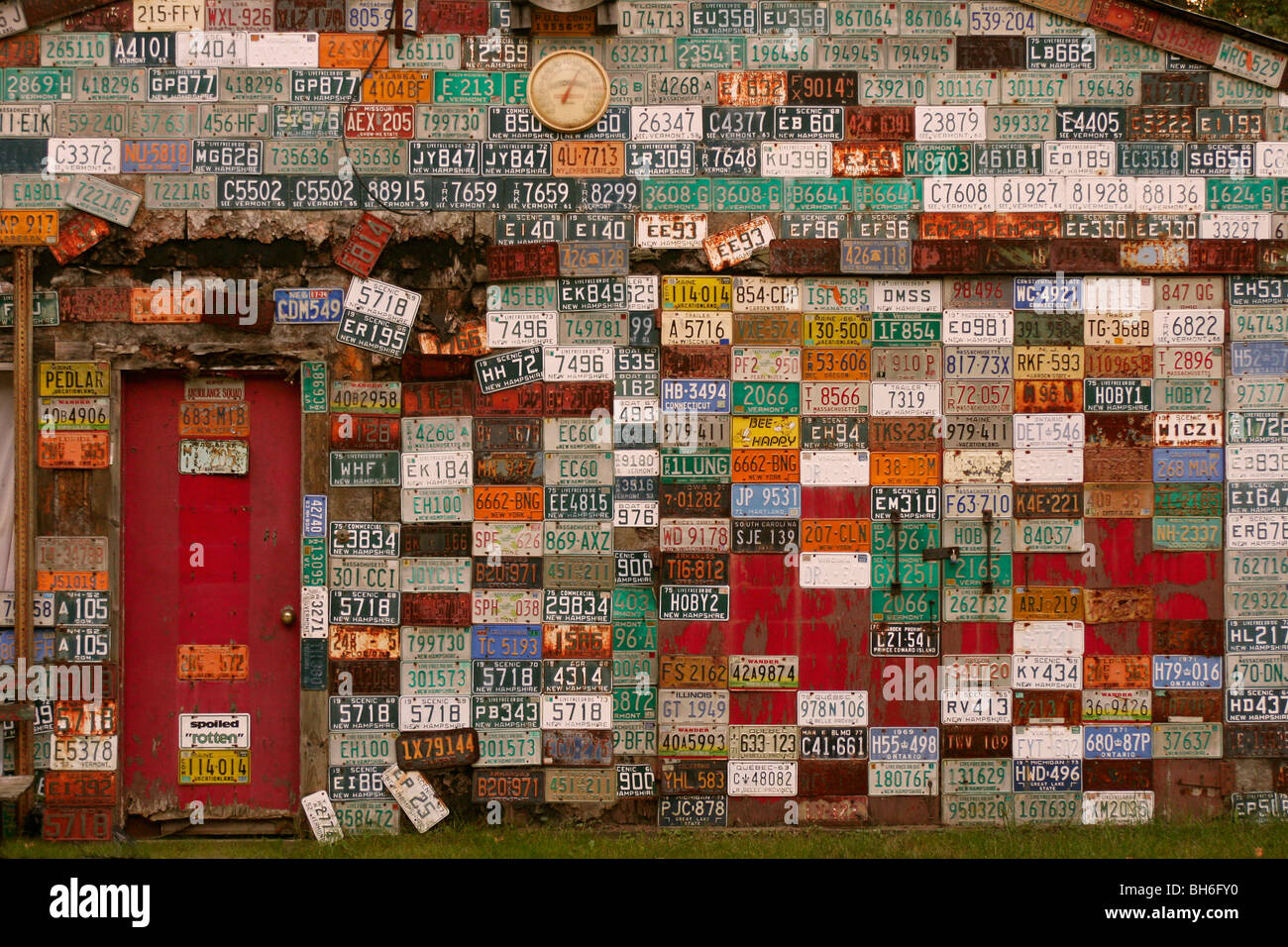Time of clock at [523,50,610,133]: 7:04
